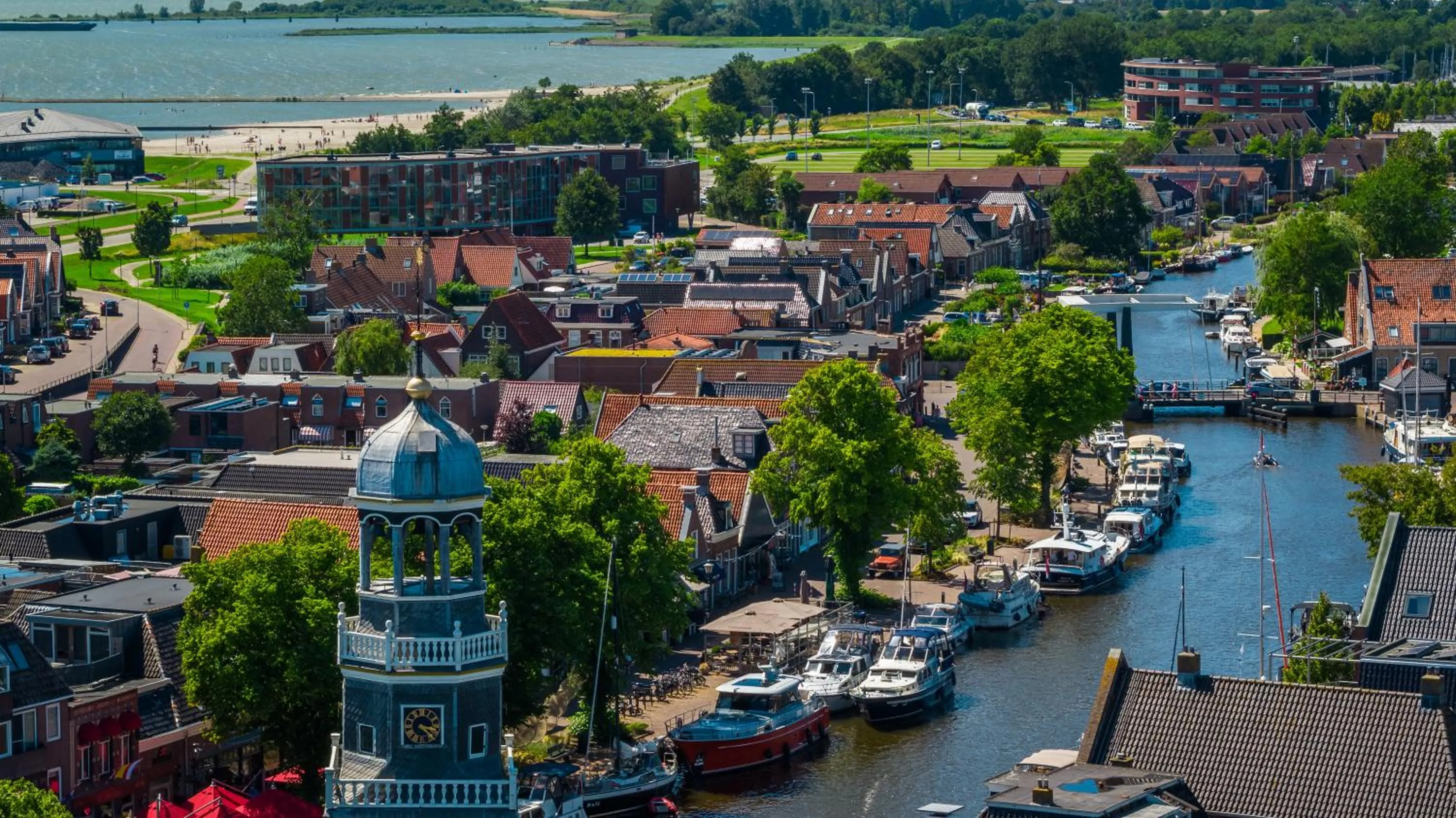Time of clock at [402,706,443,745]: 3:22
